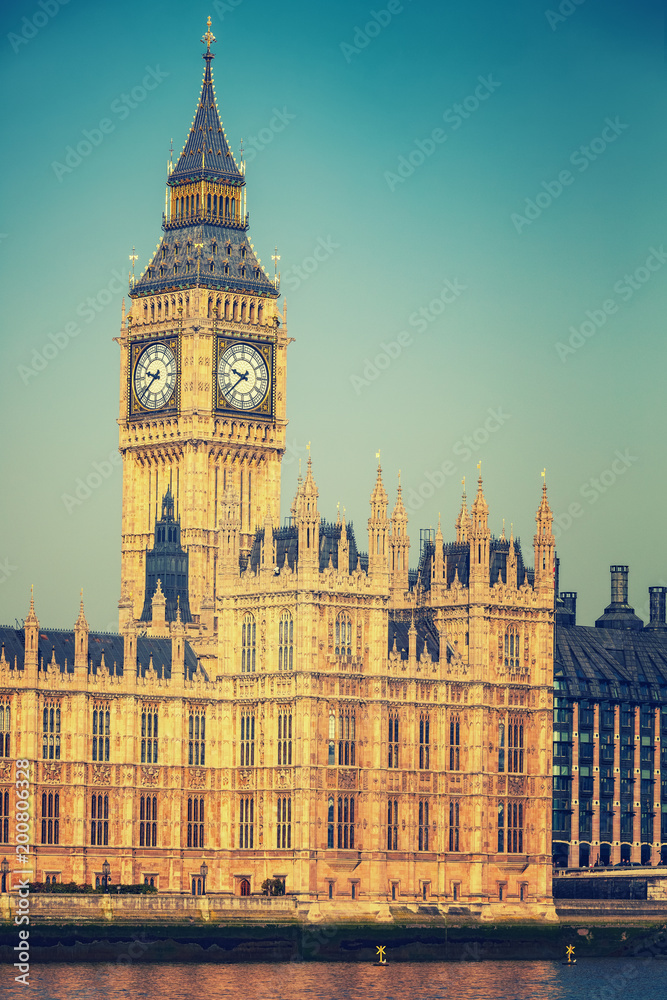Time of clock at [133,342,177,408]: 9:38
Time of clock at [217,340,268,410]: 9:38
